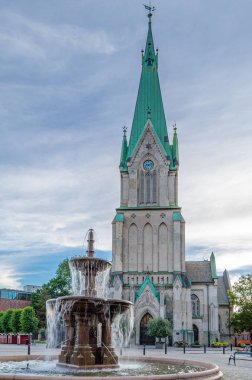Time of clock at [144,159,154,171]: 9:12
